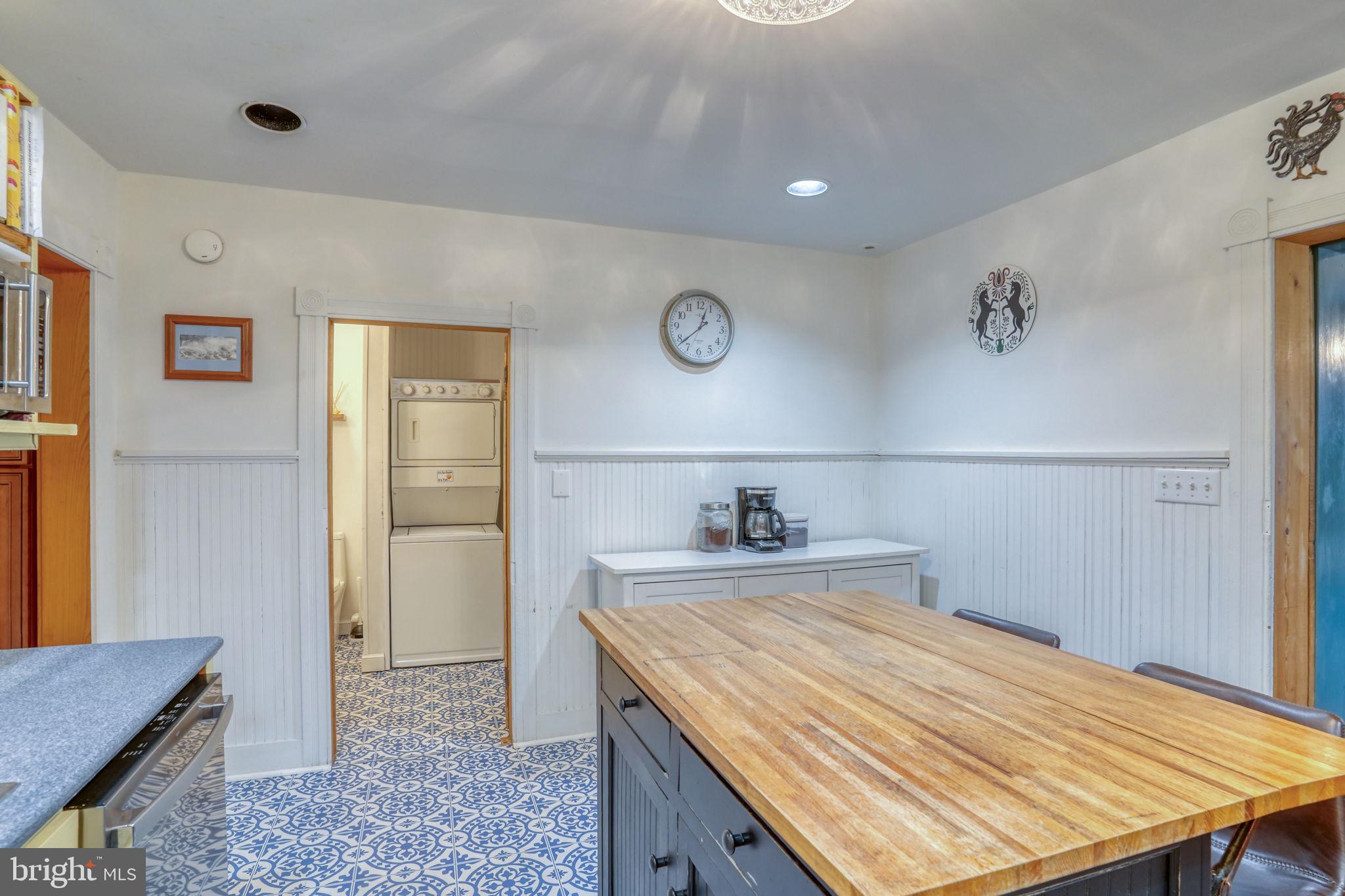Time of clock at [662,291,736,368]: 12:38
